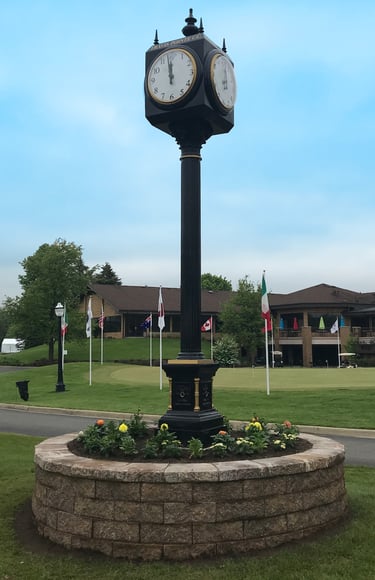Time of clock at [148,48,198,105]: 11:58
